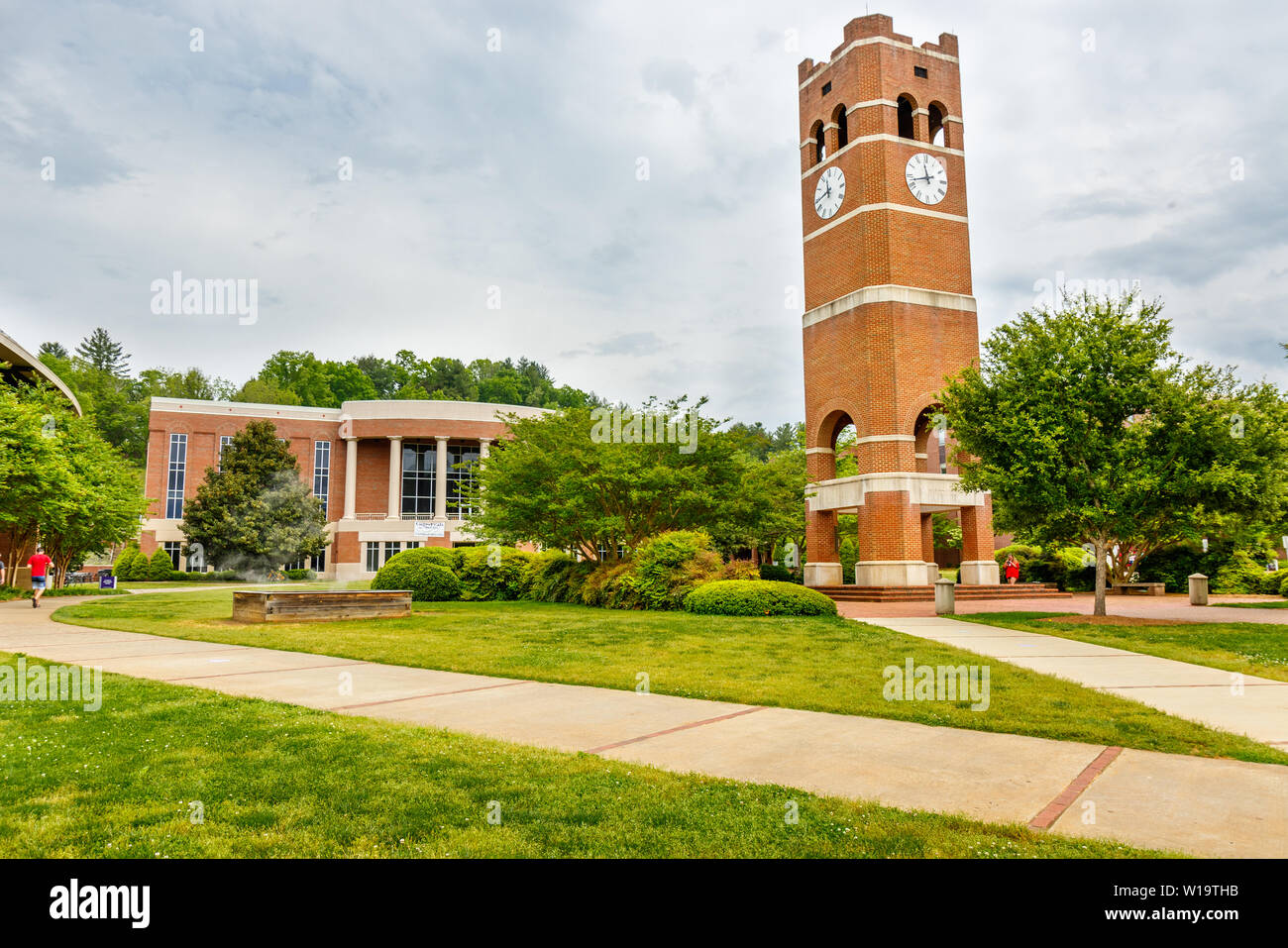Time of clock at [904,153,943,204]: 11:42
